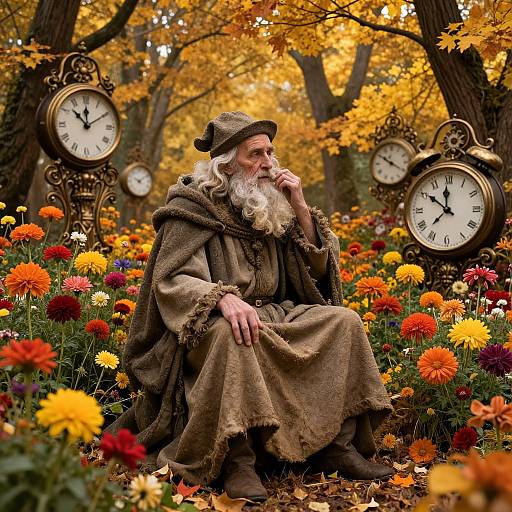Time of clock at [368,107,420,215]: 11:50
